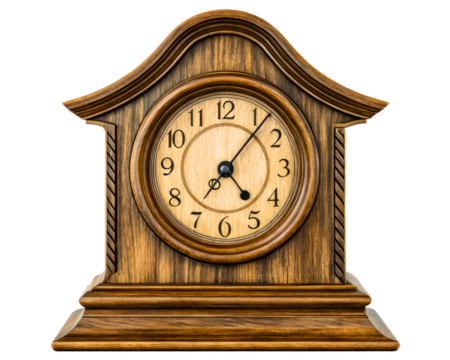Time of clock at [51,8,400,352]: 7:06
